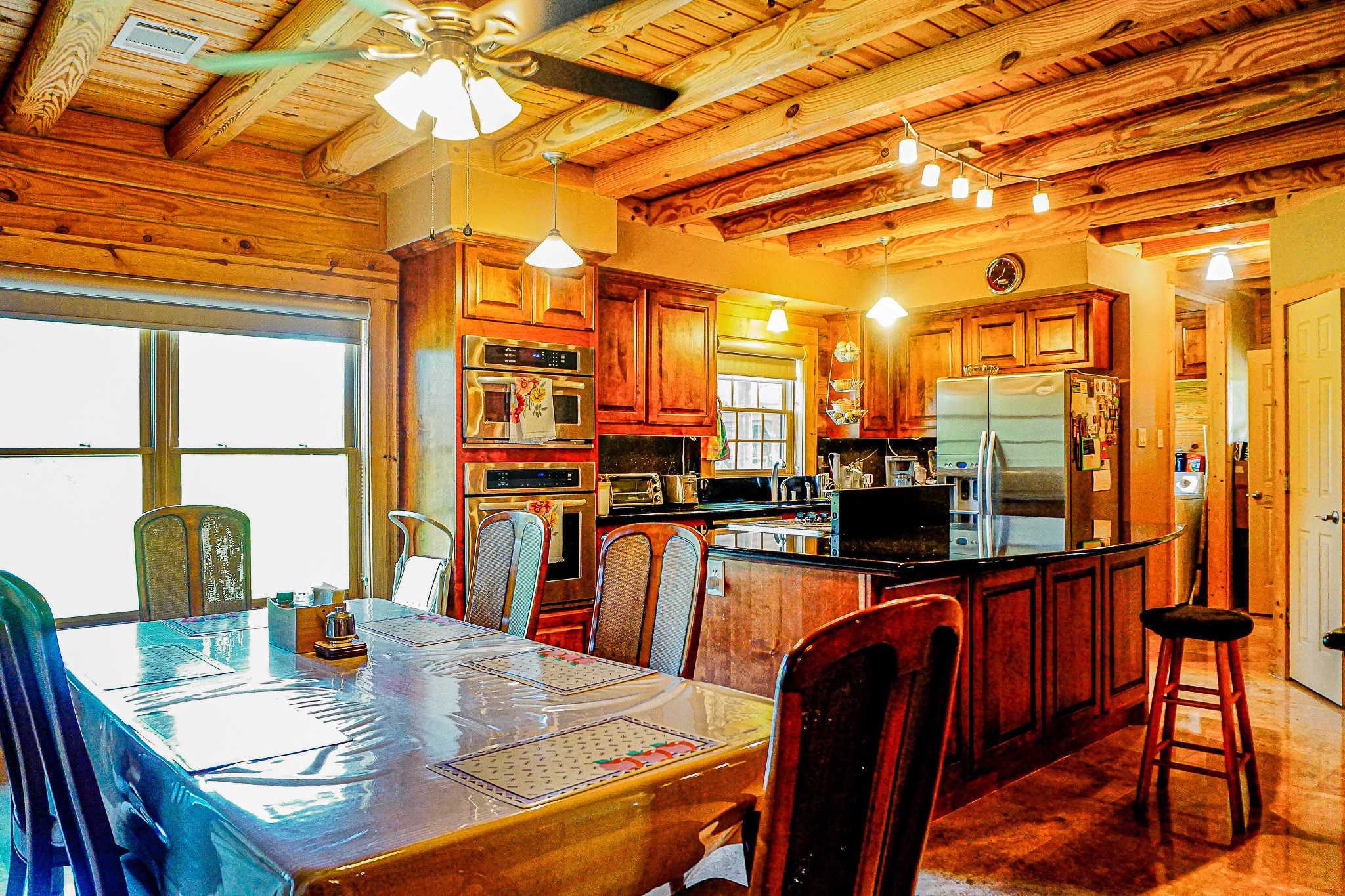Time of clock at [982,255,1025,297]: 12:39
